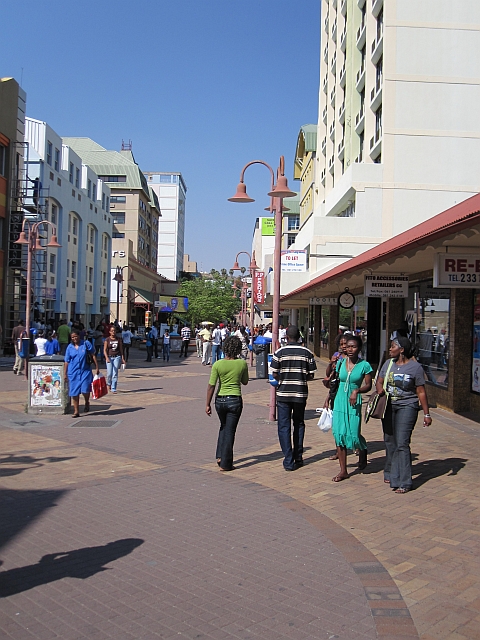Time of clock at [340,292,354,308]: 10:07
